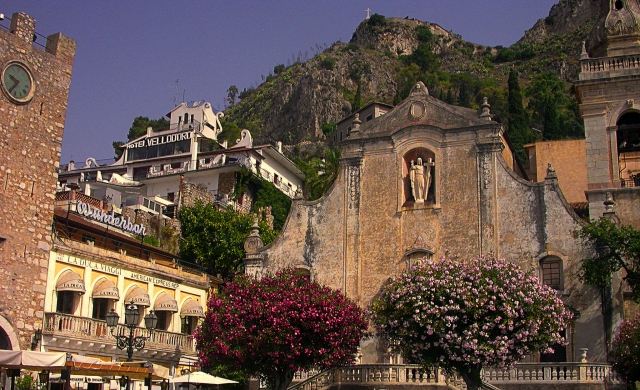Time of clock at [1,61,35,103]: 9:38
